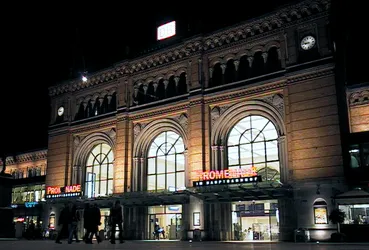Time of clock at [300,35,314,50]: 8:47
